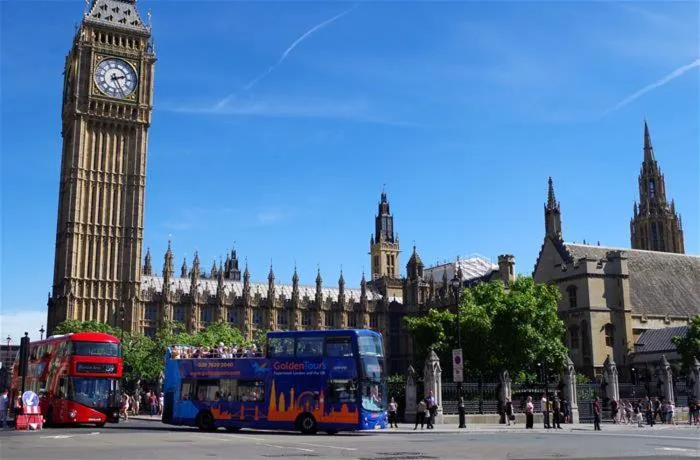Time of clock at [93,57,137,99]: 2:25
